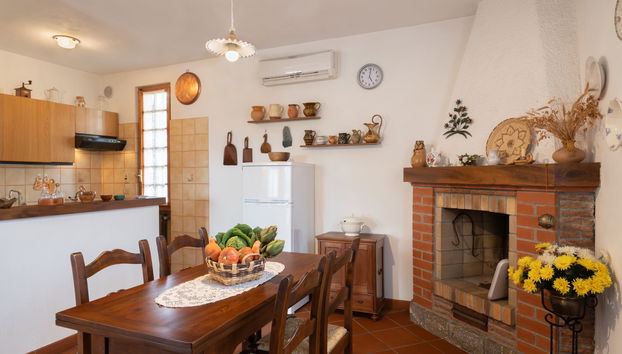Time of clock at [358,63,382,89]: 5:01
